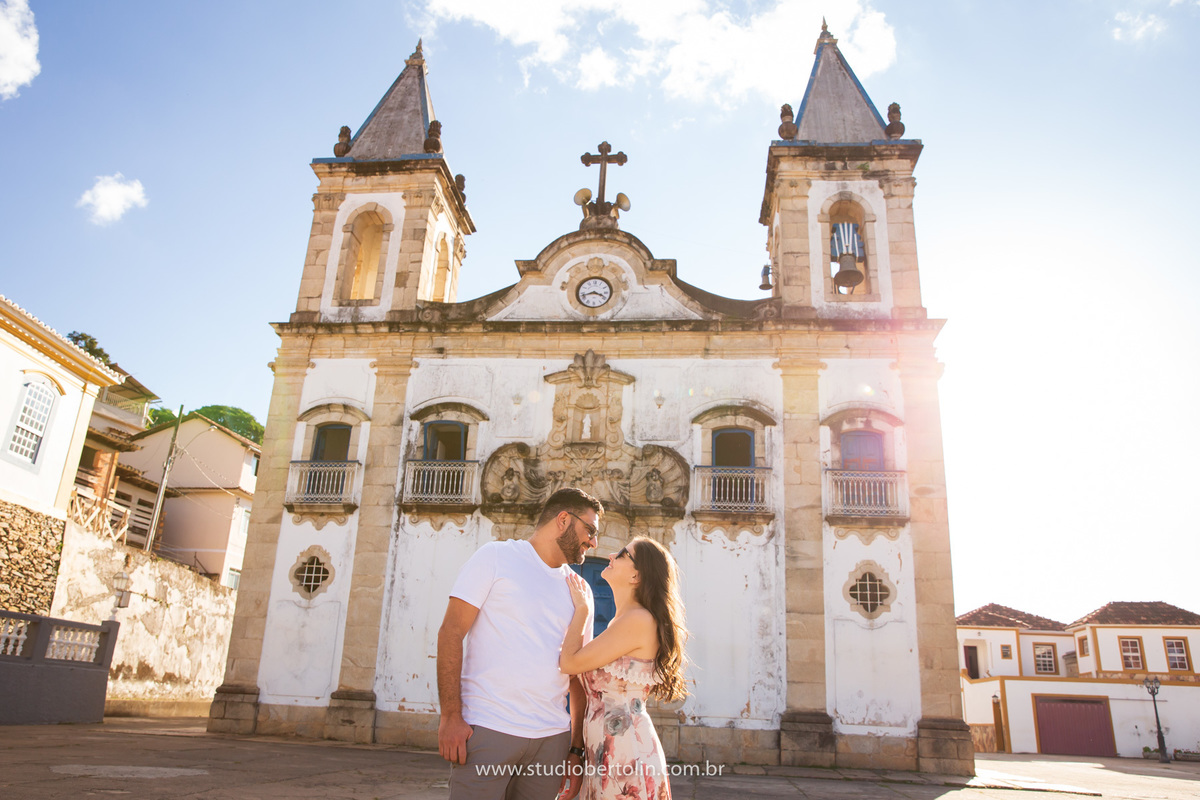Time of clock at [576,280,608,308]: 3:42
